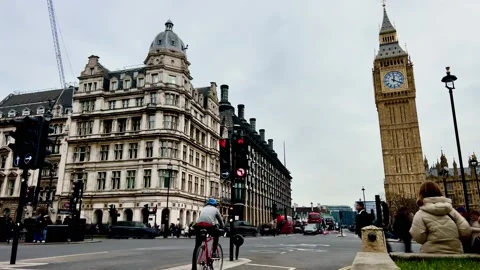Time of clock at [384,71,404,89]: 12:19
